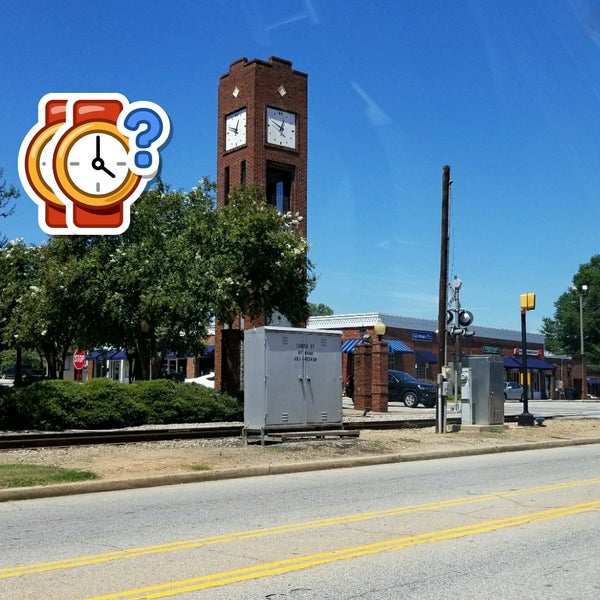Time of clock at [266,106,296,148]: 12:49
